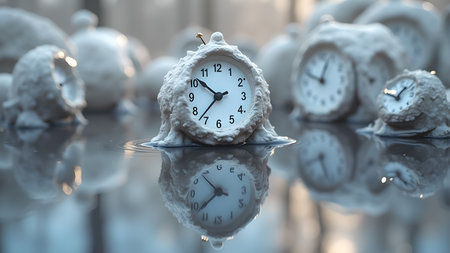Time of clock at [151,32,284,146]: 10:36
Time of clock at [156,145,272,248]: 10:37
